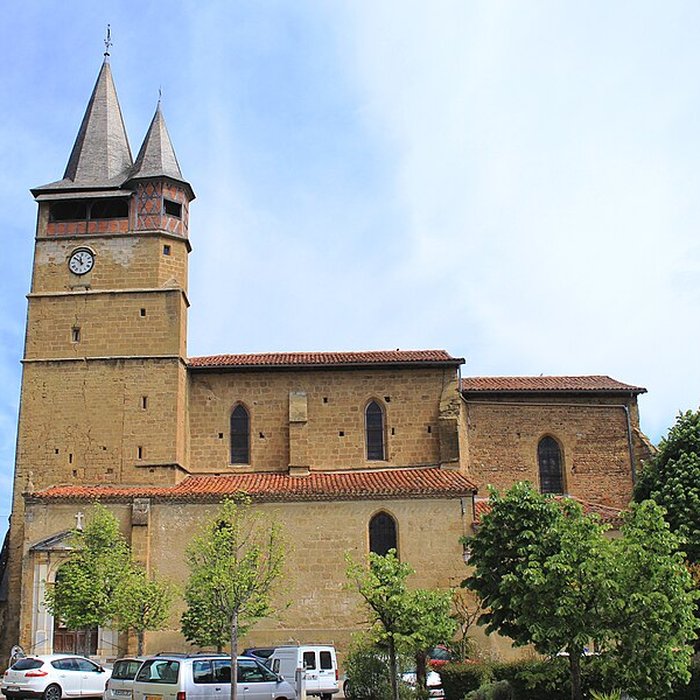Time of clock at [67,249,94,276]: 11:51
